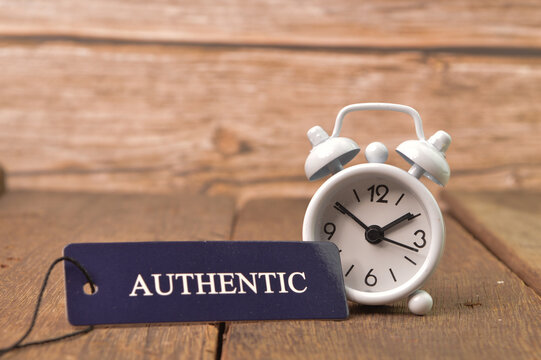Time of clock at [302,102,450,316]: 1:50
